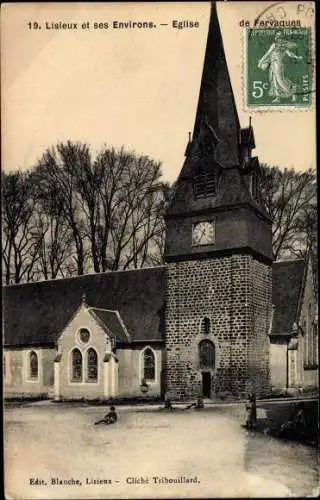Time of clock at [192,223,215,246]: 12:34
